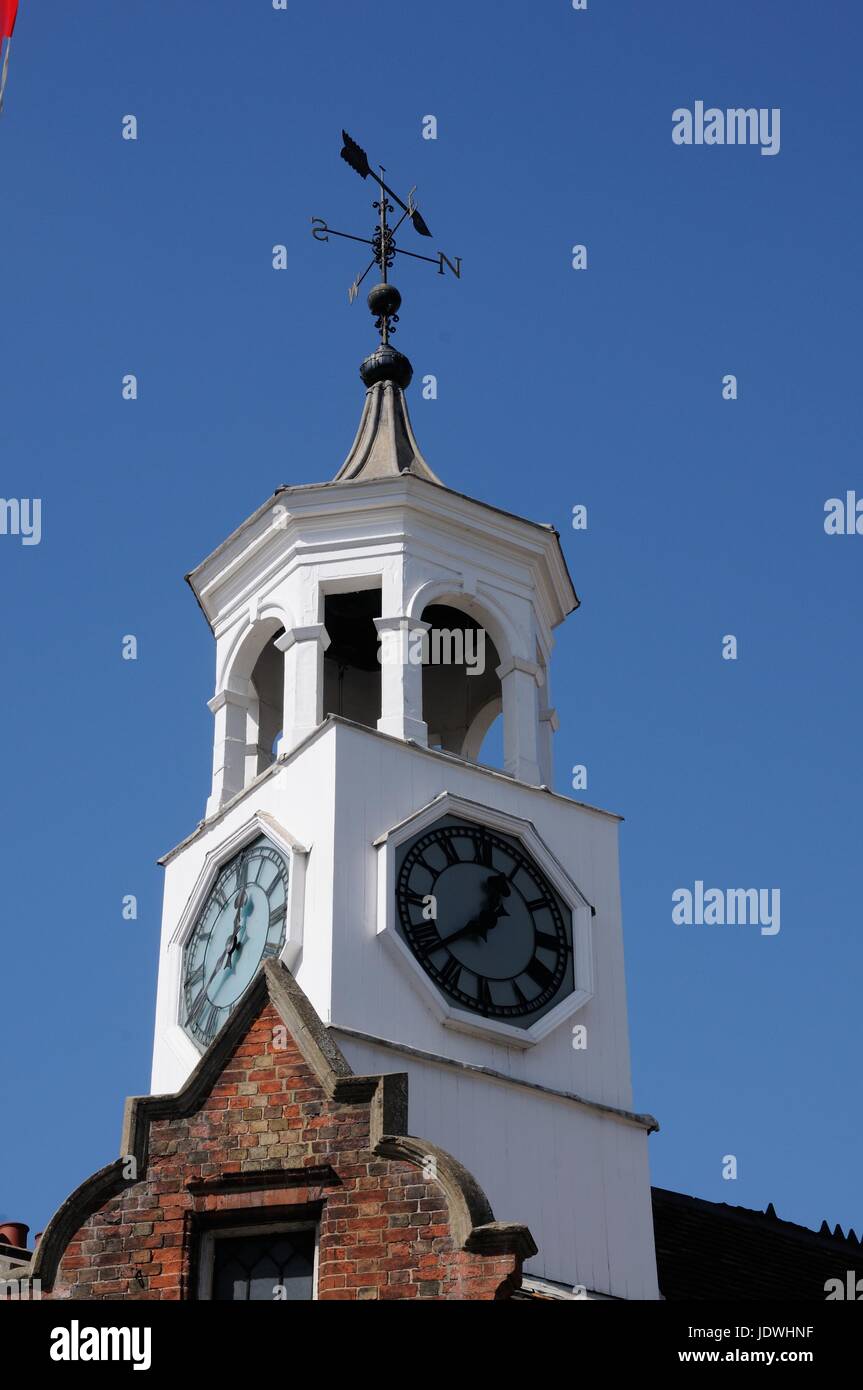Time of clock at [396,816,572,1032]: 12:38
